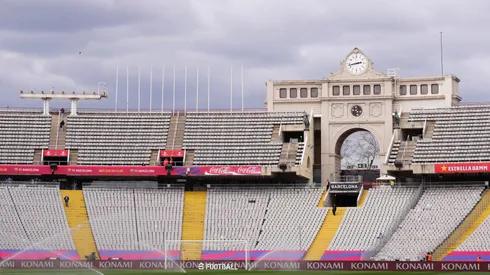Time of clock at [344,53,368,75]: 2:42
